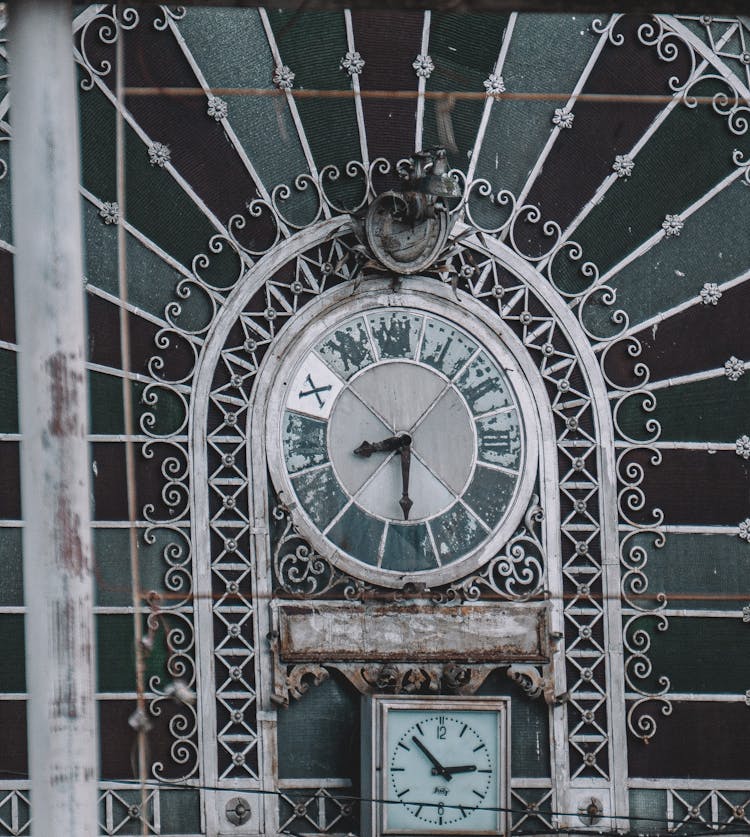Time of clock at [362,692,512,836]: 2:53
